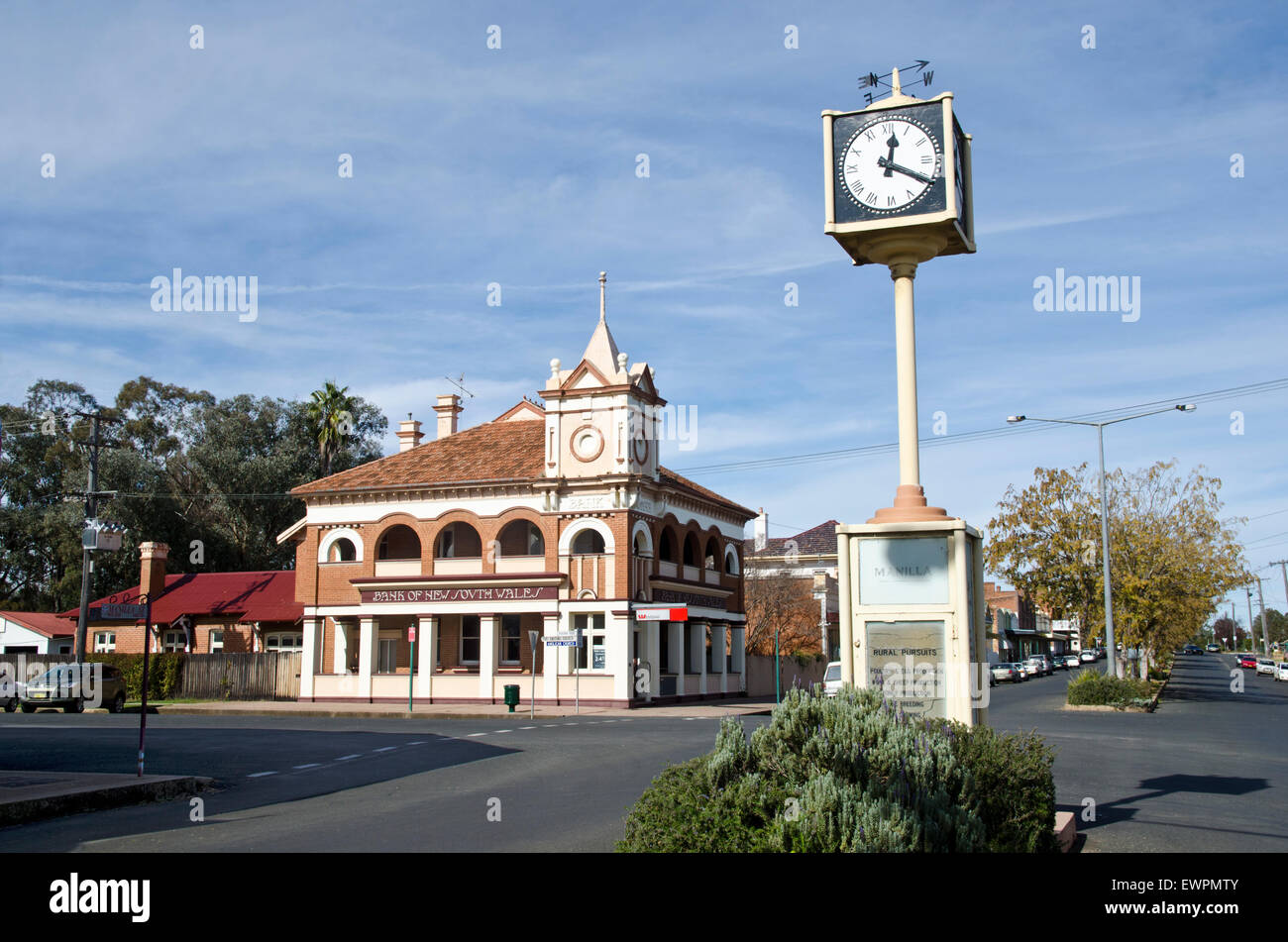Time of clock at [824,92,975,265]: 12:20
